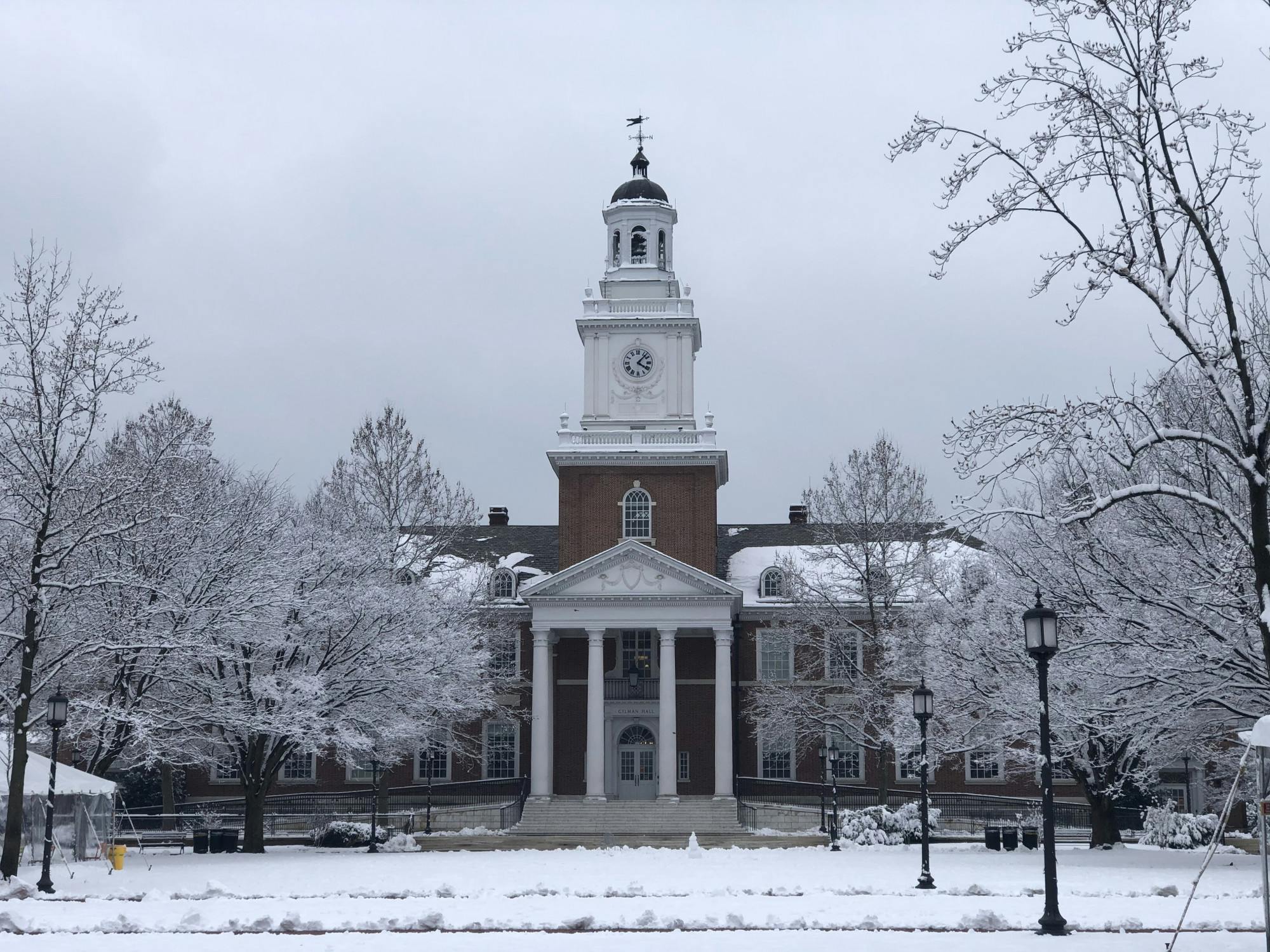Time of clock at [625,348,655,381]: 4:07
